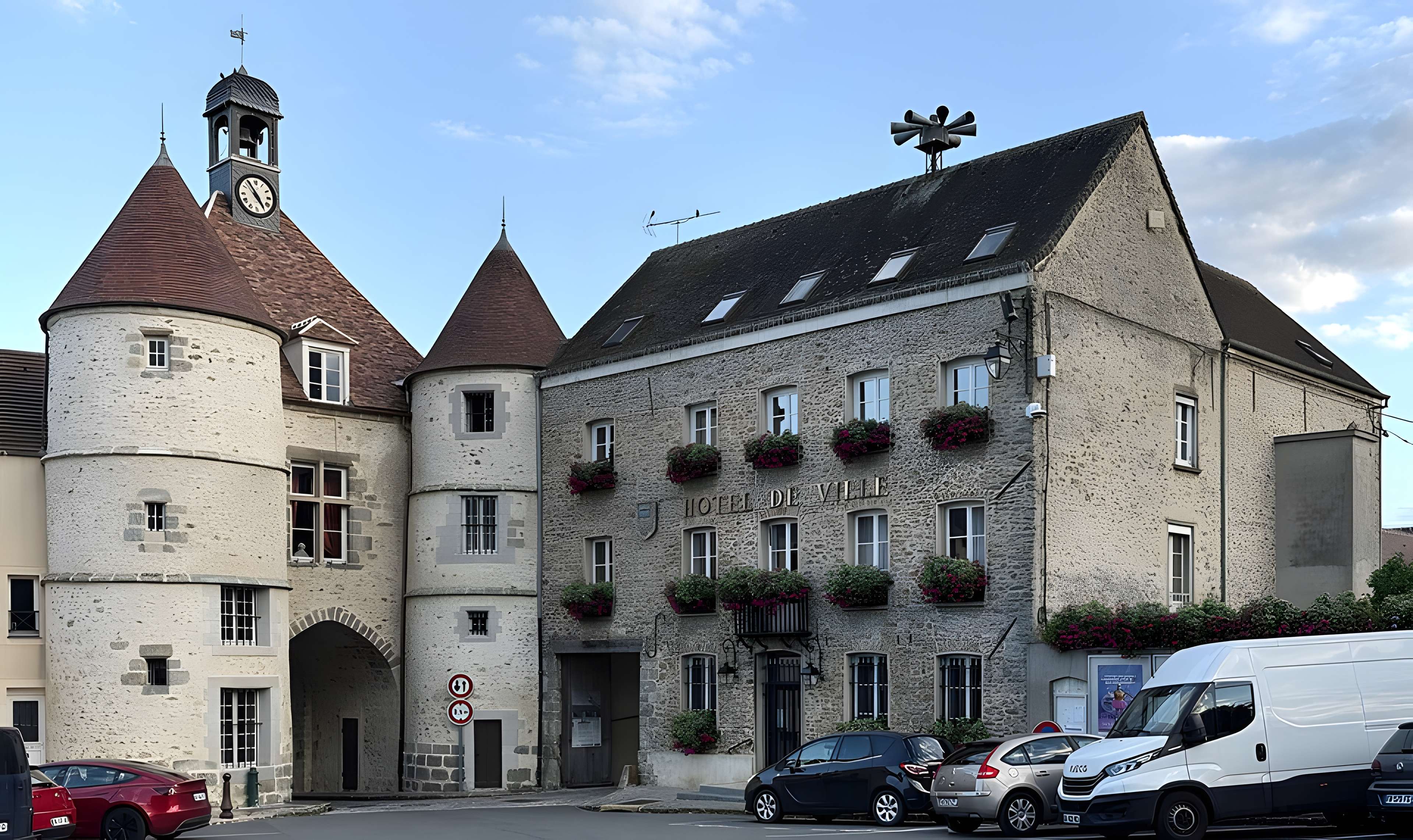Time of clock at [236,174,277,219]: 4:54
